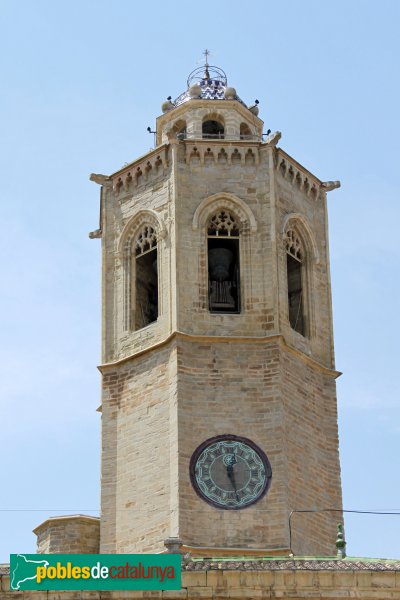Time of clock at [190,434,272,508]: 12:27
